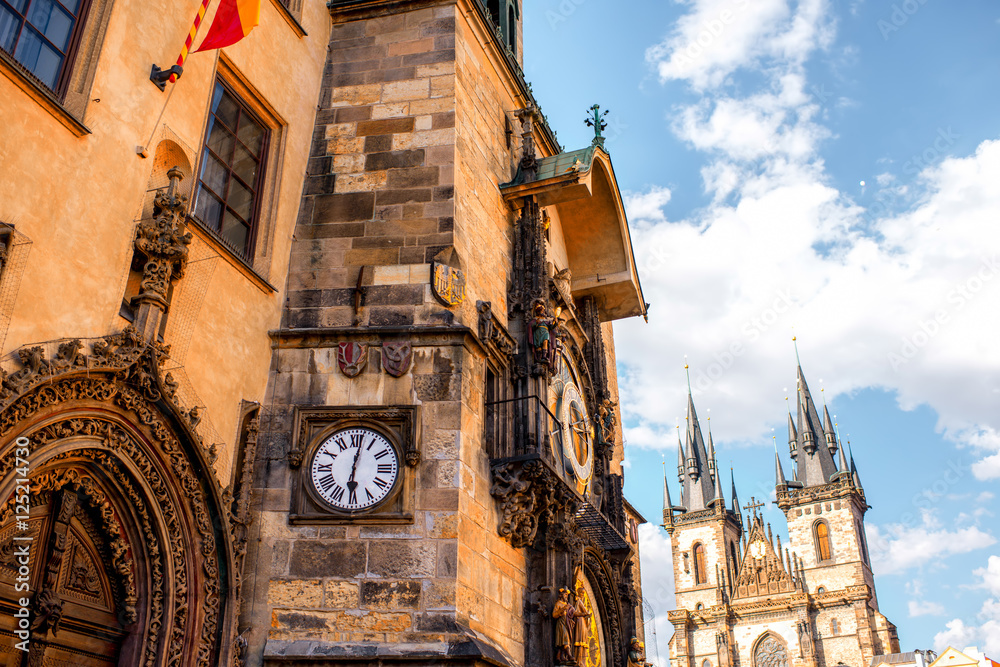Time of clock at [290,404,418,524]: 6:01
